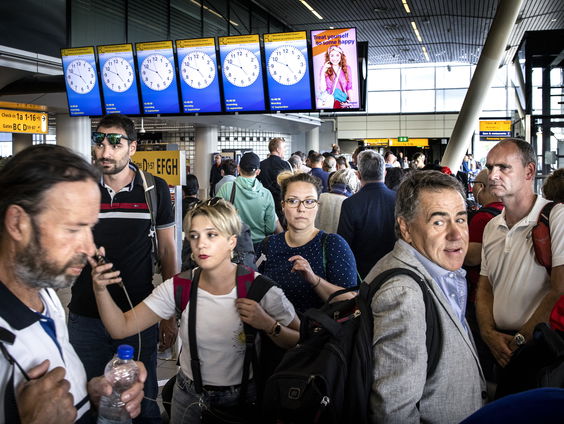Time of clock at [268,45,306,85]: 4:48
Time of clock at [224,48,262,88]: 4:48
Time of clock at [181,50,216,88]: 4:48
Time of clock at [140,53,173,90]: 4:48
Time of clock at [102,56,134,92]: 4:48
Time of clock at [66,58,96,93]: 4:48
